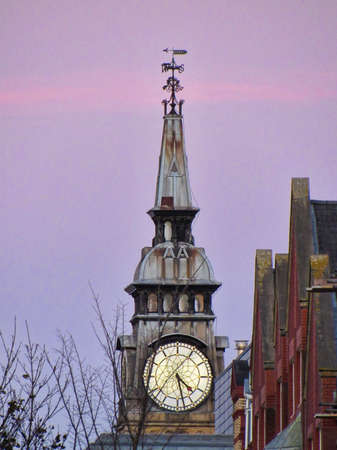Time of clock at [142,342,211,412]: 4:27
